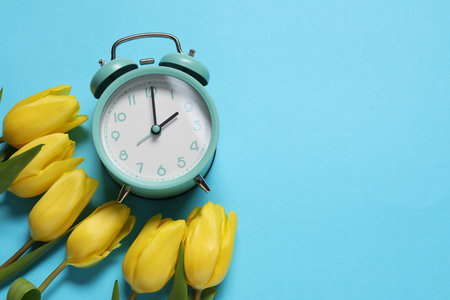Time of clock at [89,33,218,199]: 2:00
